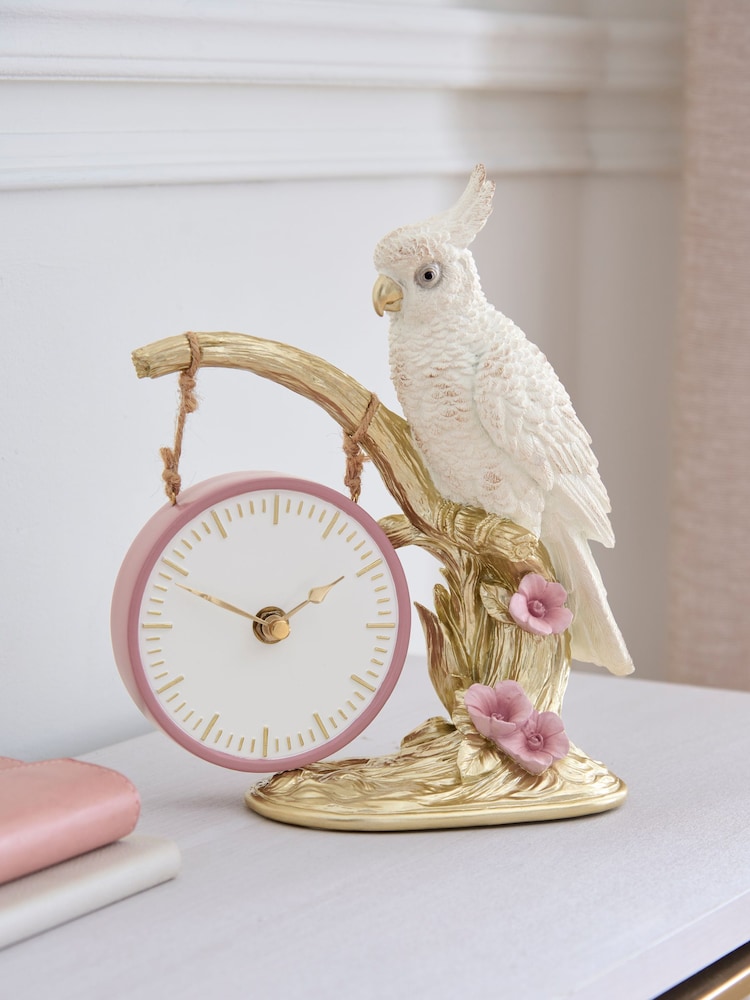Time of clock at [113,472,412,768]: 1:49
